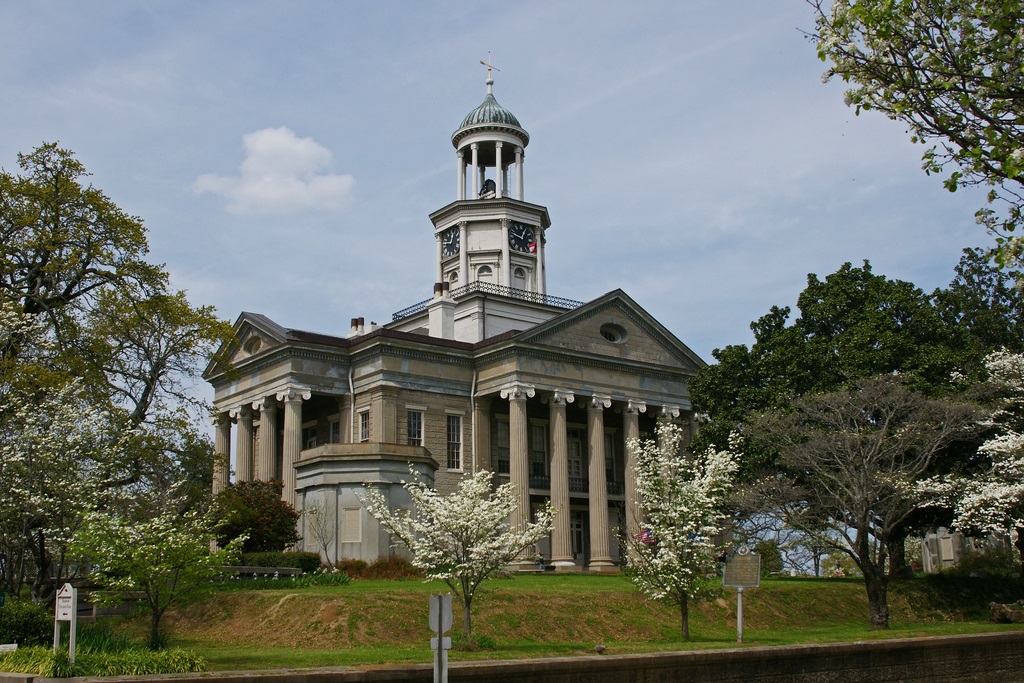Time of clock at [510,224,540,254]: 12:47
